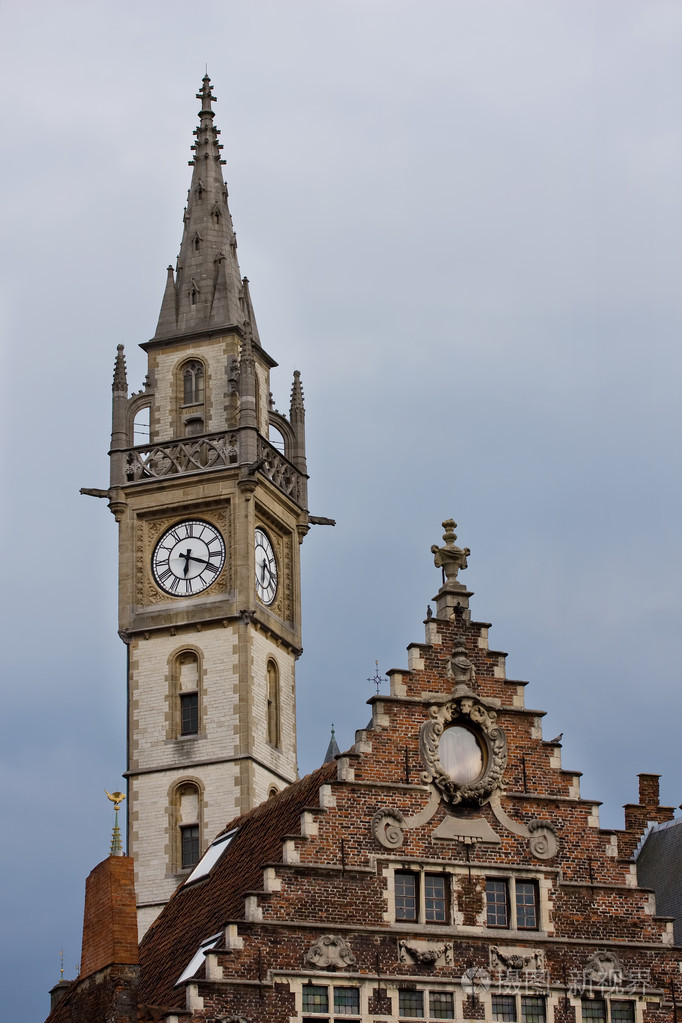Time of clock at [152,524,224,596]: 6:18
